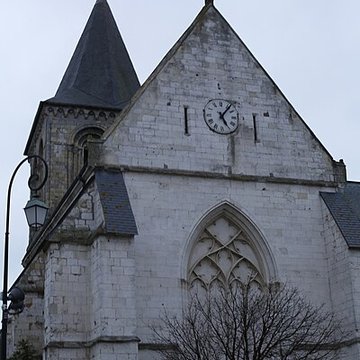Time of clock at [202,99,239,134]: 5:06
